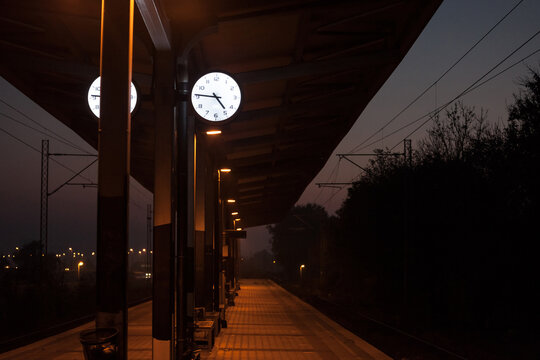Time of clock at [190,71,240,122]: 4:45
